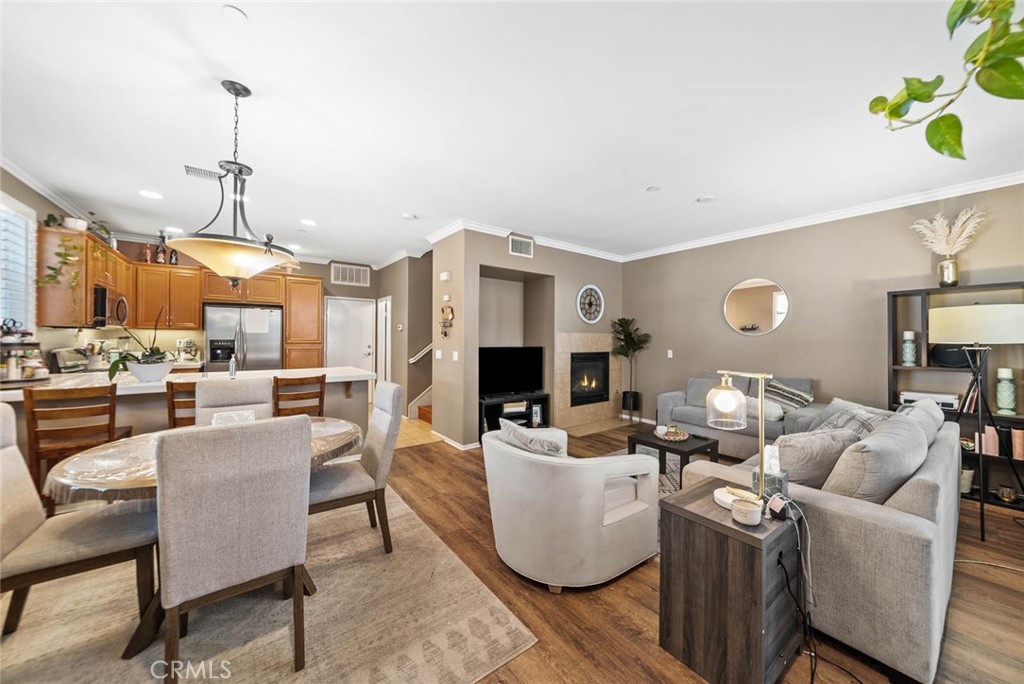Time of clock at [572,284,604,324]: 7:00
